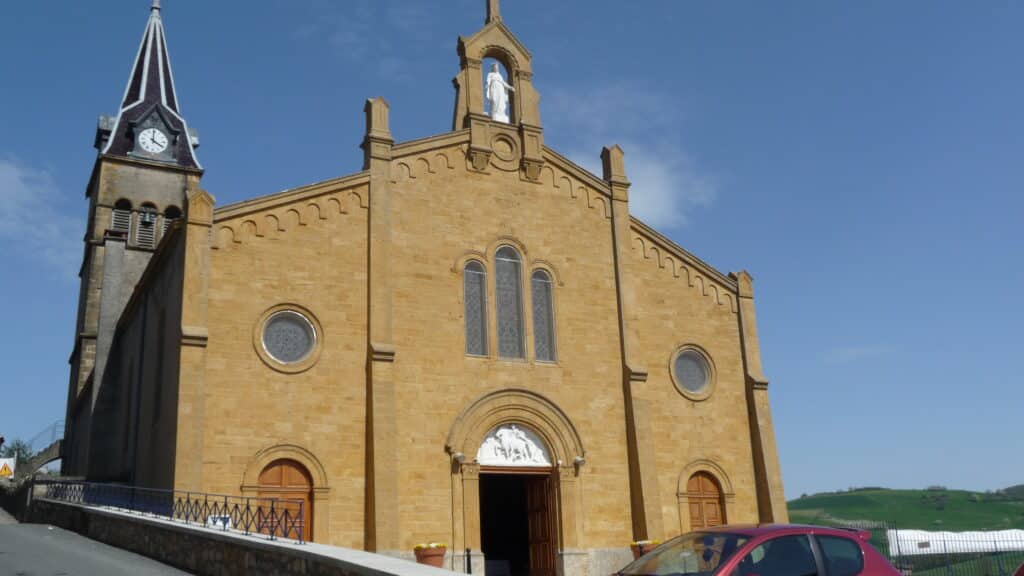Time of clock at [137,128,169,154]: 4:00
